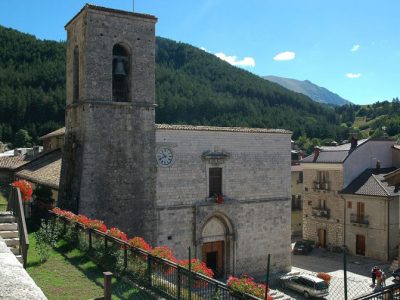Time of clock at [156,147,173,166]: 10:41
